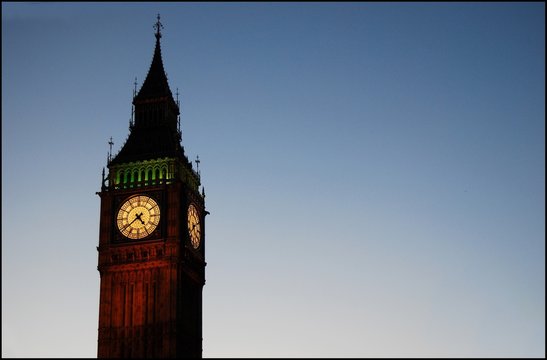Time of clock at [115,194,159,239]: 4:38
